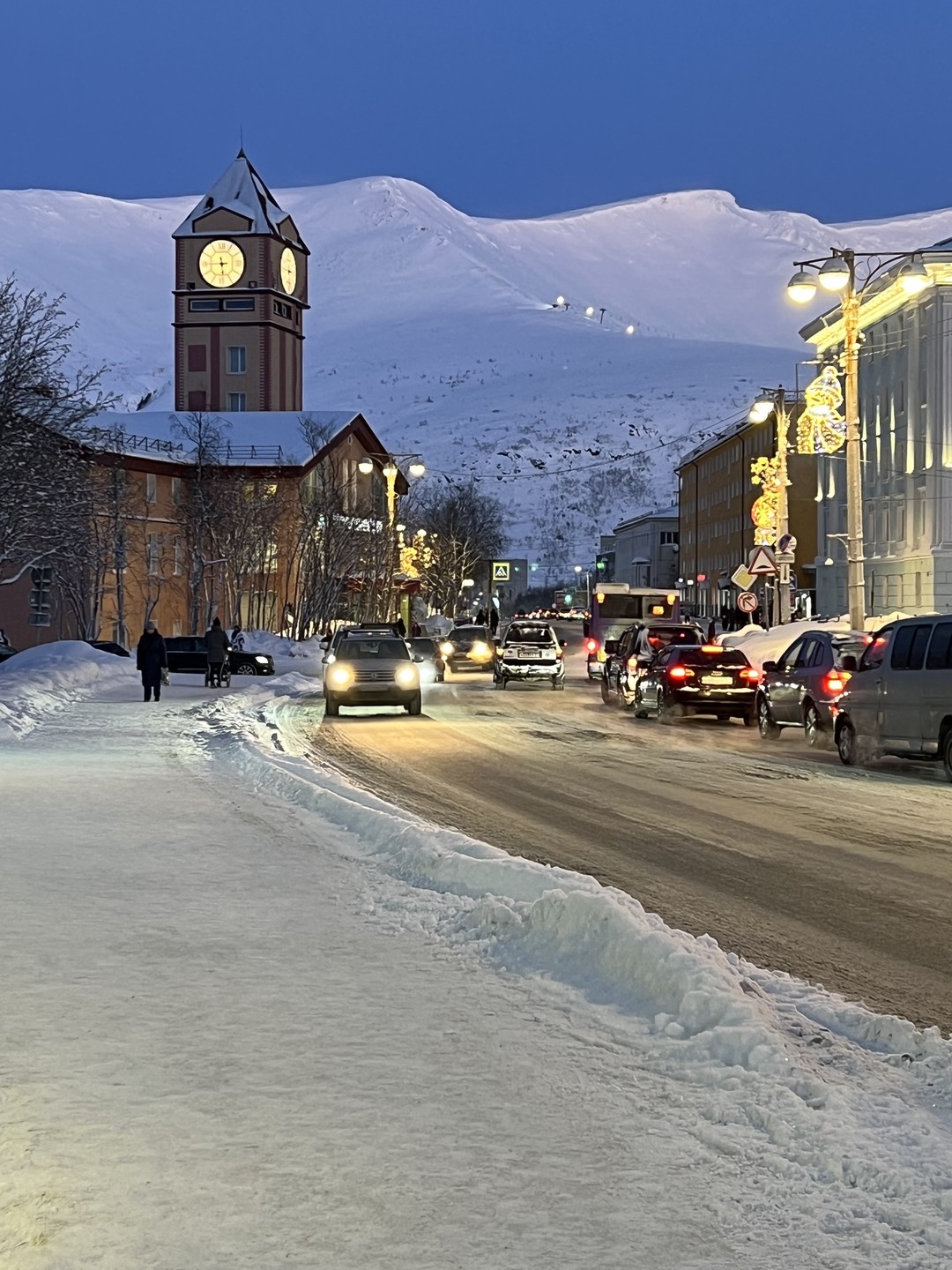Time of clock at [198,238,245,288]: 5:44
